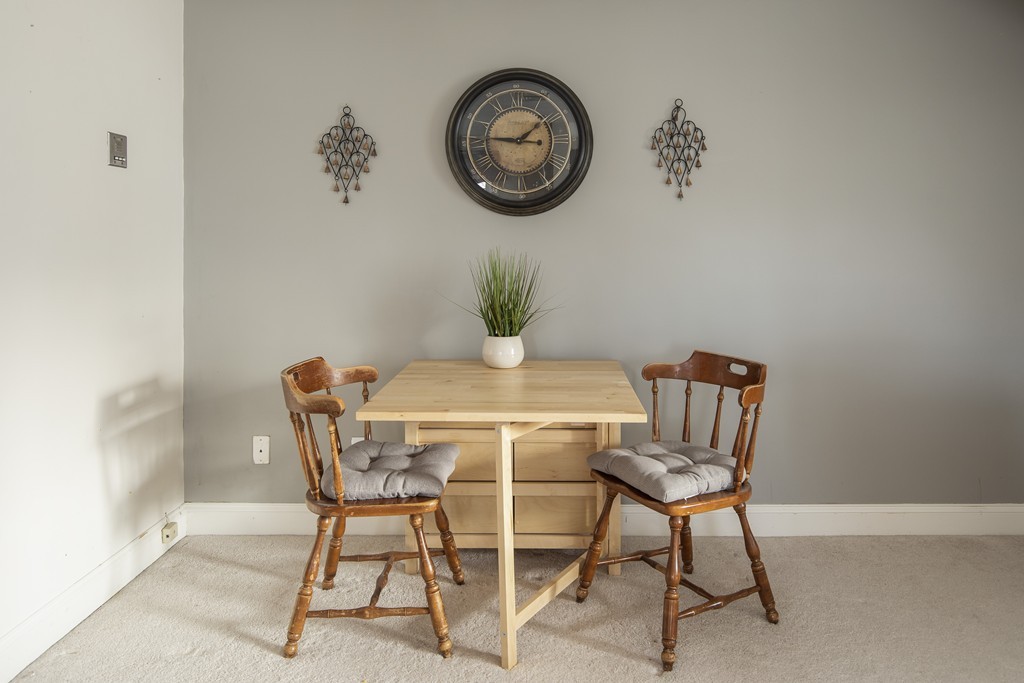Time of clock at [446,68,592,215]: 9:08
